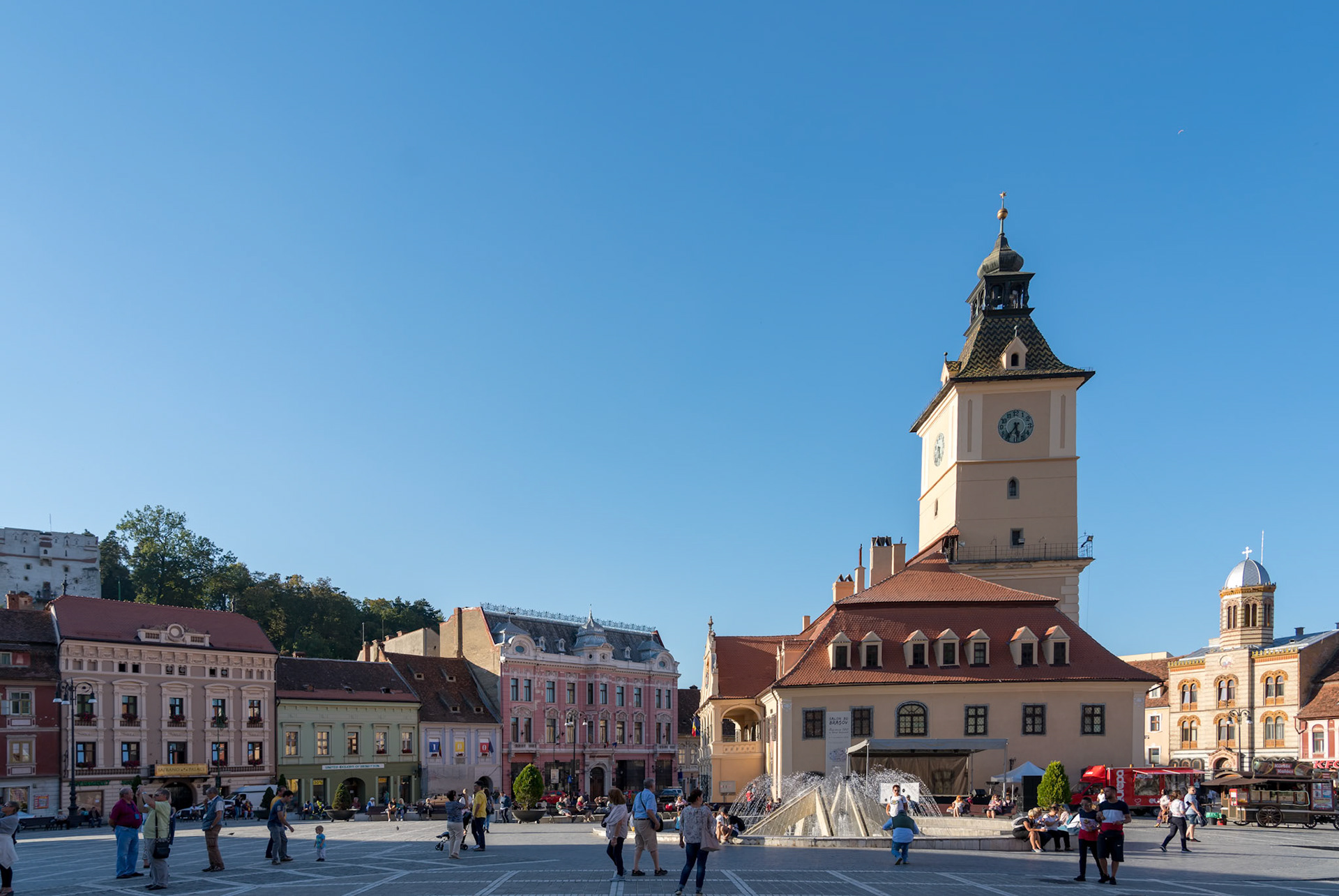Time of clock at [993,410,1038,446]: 5:36
